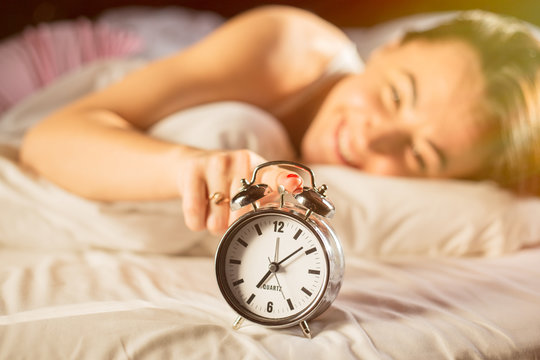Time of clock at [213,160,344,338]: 7:08
